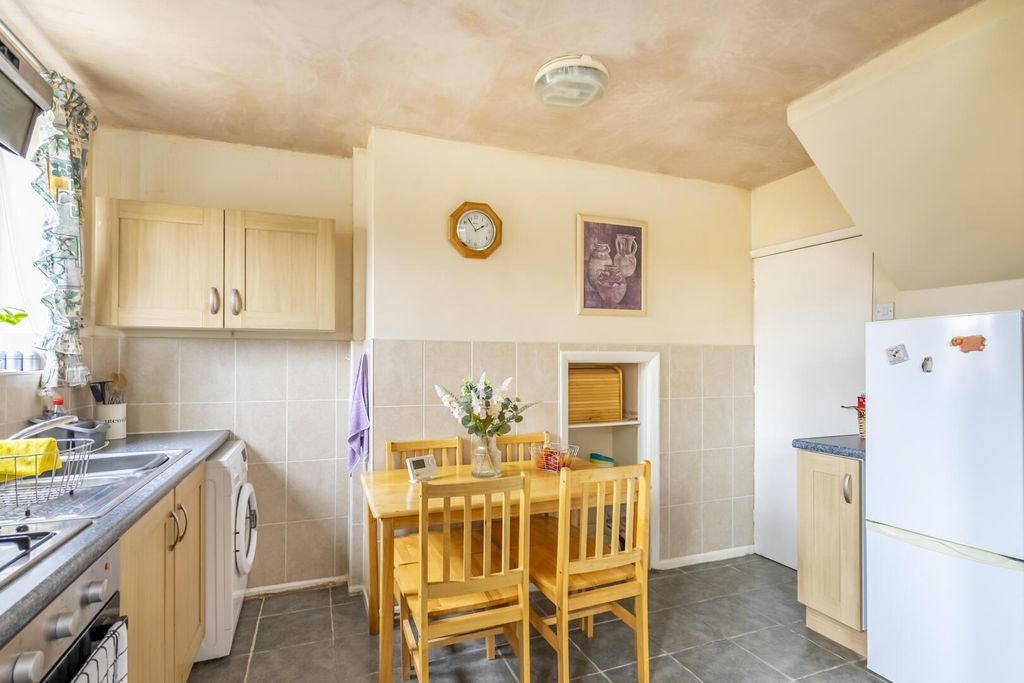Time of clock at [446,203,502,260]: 1:54
